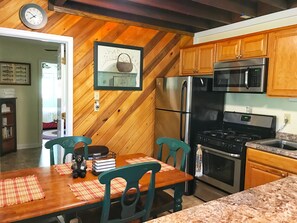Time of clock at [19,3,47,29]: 7:51
